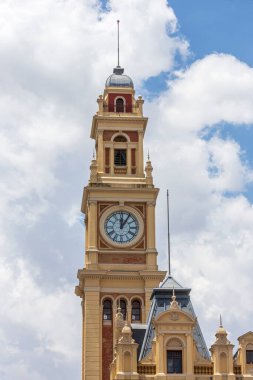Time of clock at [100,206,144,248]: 12:05
